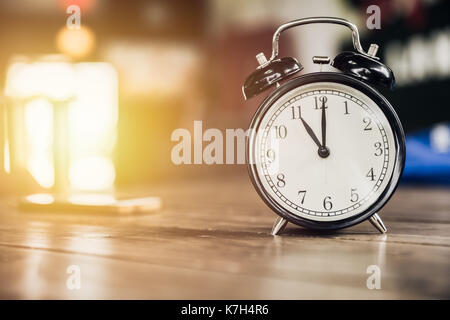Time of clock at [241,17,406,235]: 11:00
